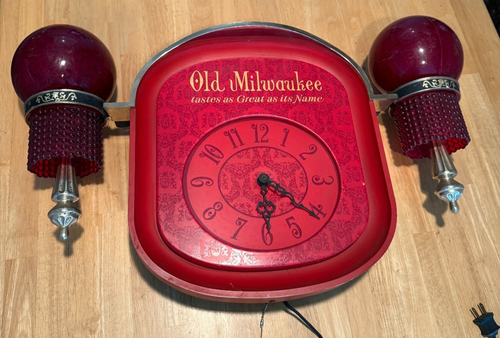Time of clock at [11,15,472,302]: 6:21
